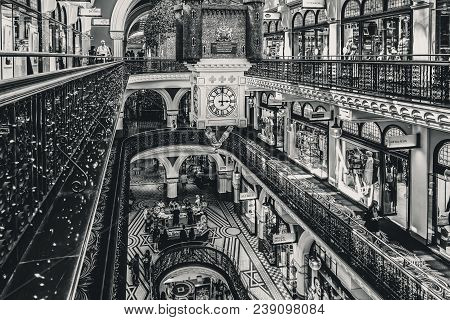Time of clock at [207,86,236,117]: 3:00
